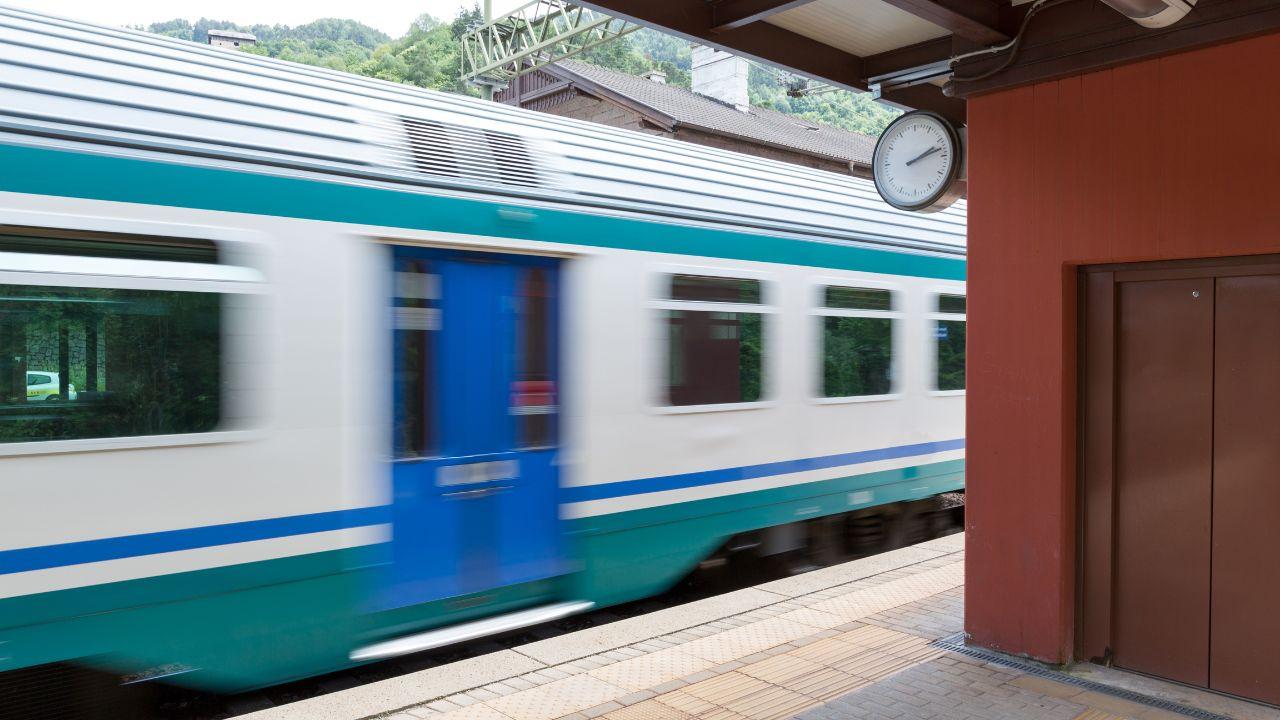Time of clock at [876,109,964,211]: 2:12
